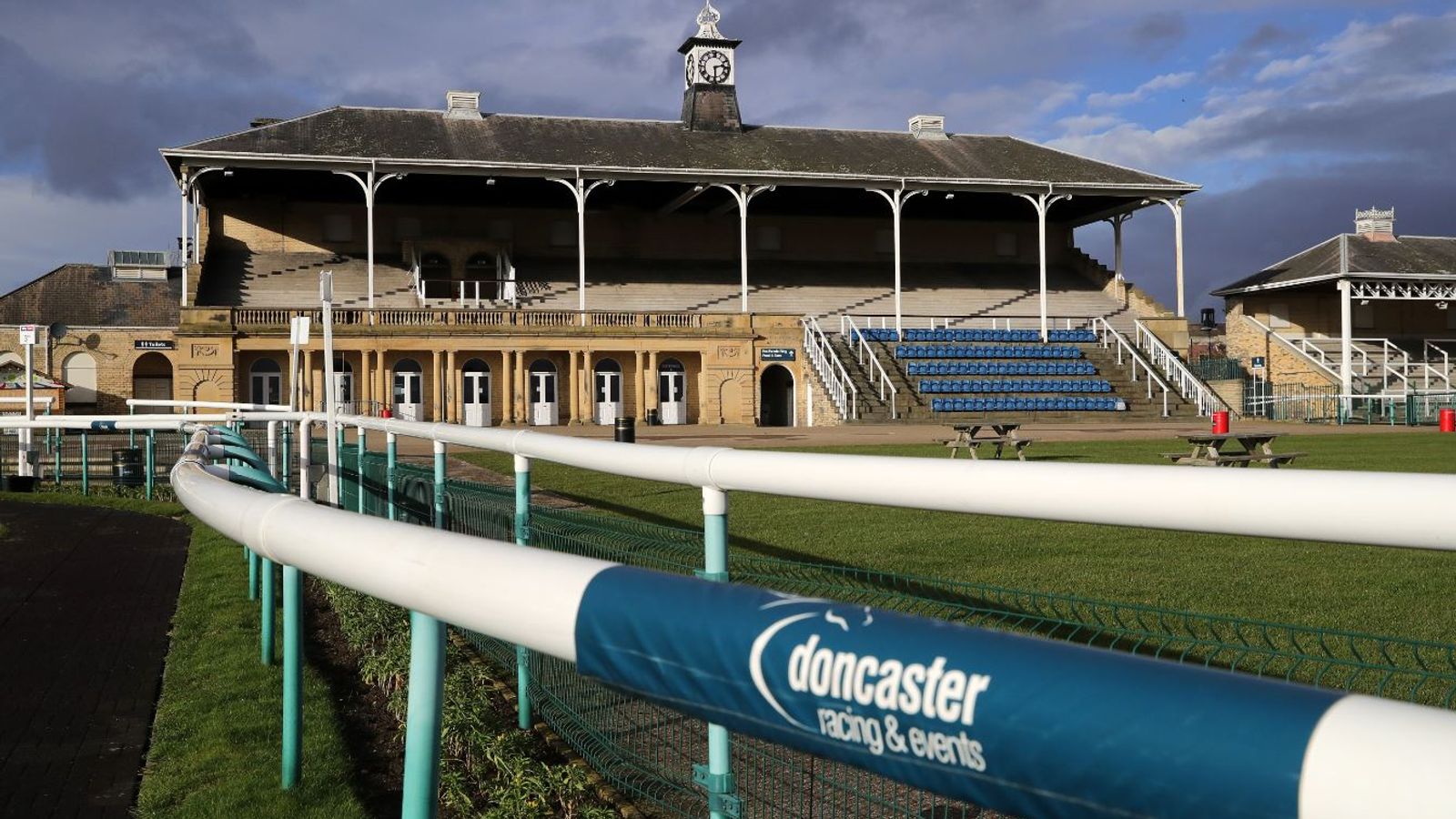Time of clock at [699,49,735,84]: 2:29
